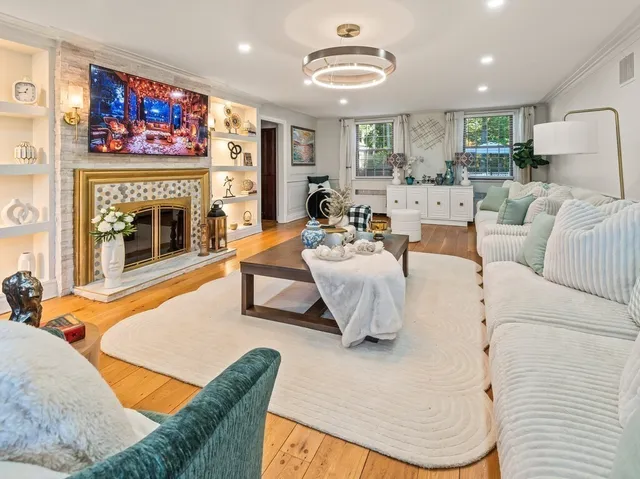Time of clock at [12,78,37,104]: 12:42
